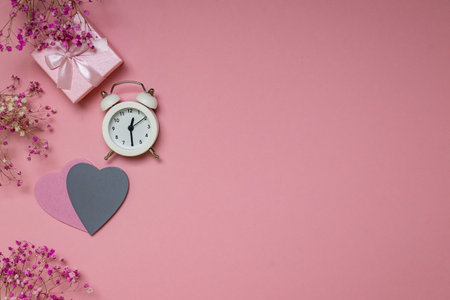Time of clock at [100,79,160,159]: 12:29
